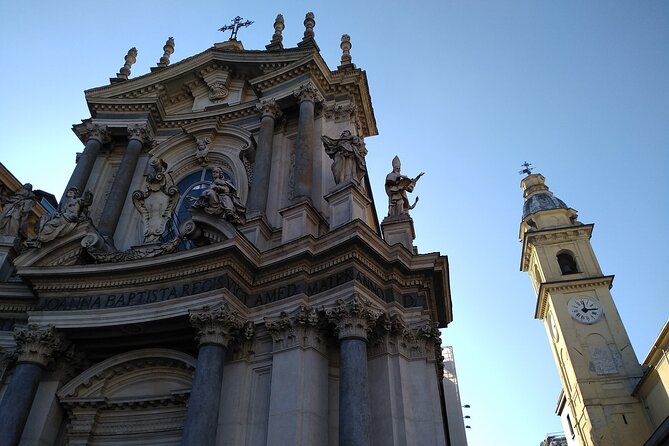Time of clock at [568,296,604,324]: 12:14
